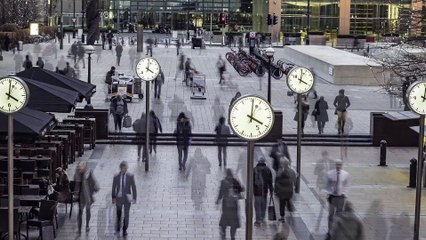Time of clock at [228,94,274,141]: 4:01
